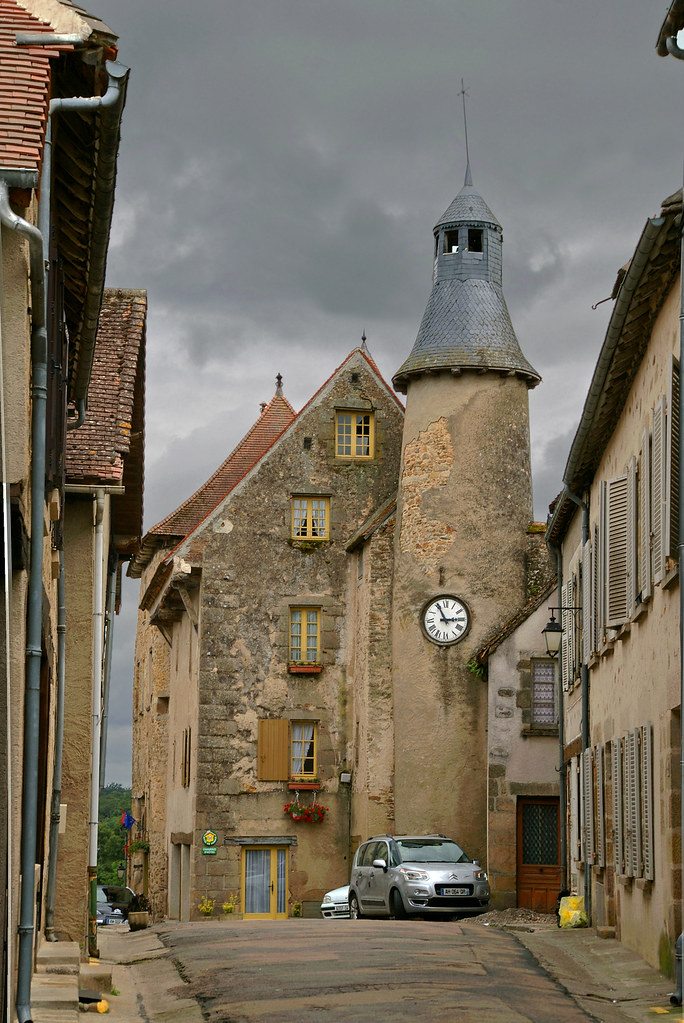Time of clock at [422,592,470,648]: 2:55
